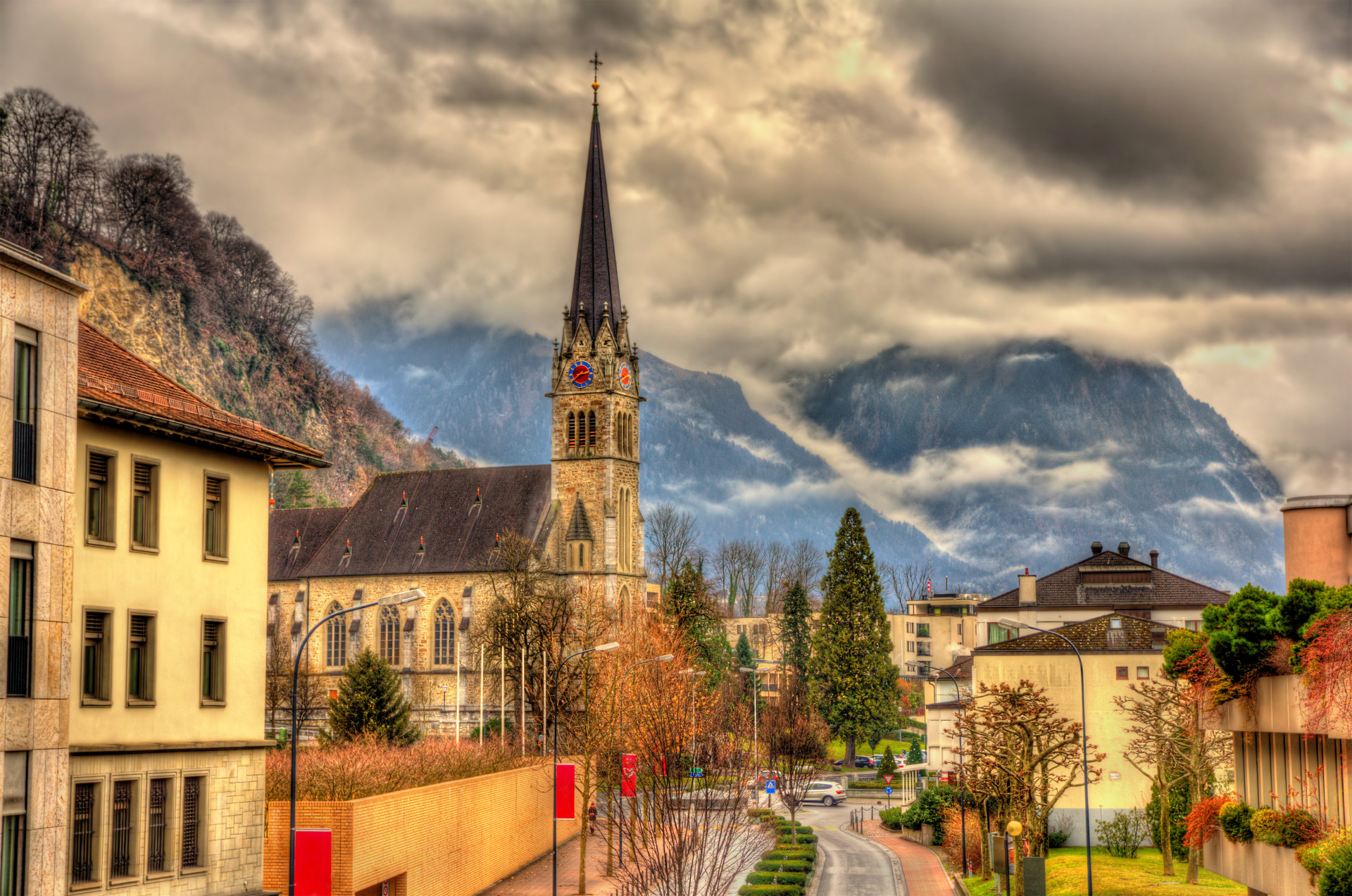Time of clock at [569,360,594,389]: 2:38
